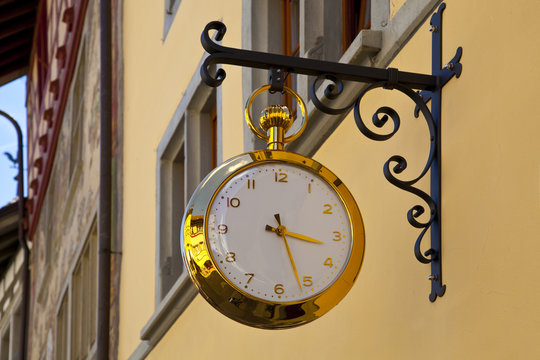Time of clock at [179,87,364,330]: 3:26
